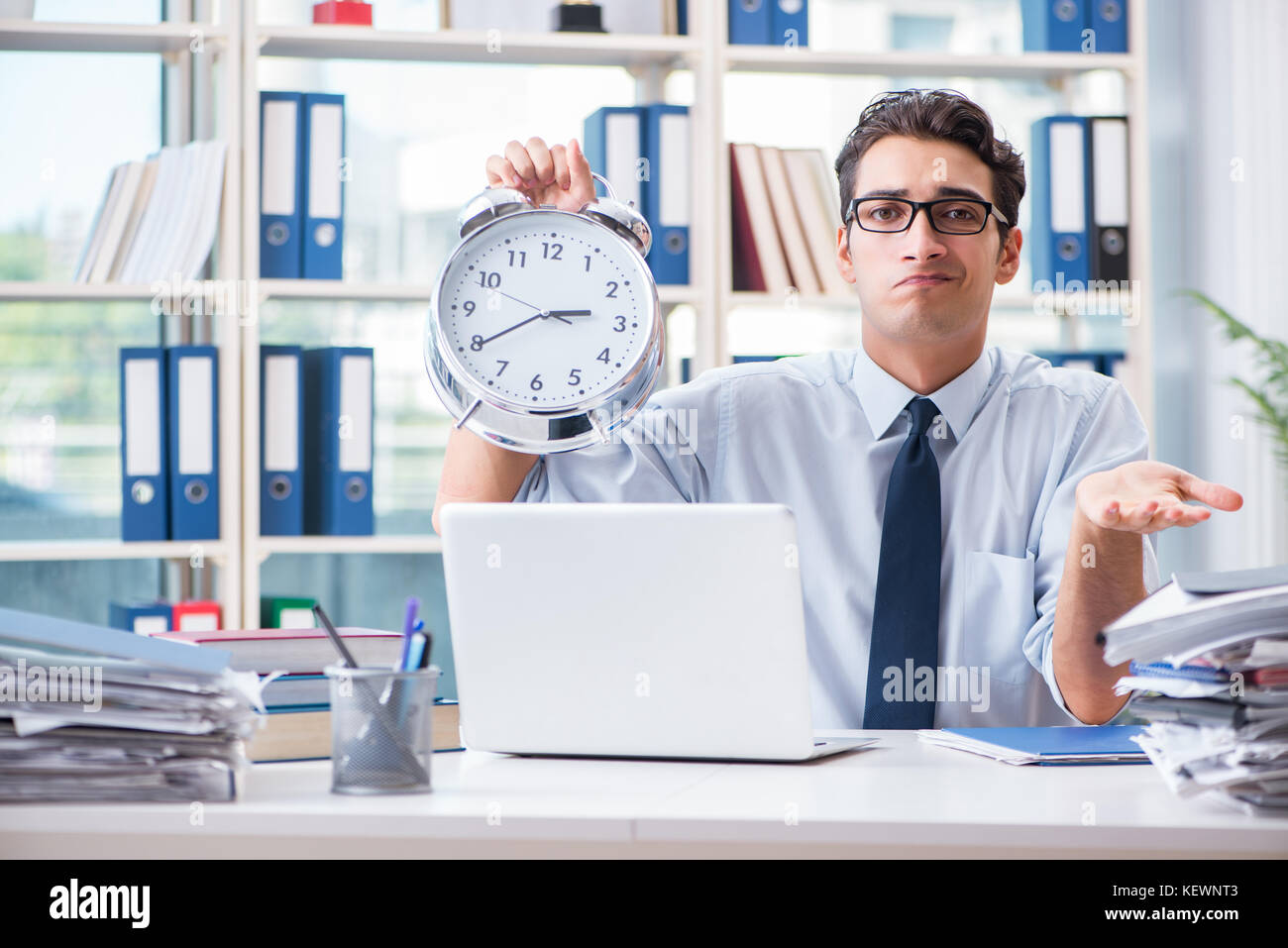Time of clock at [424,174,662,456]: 2:39
